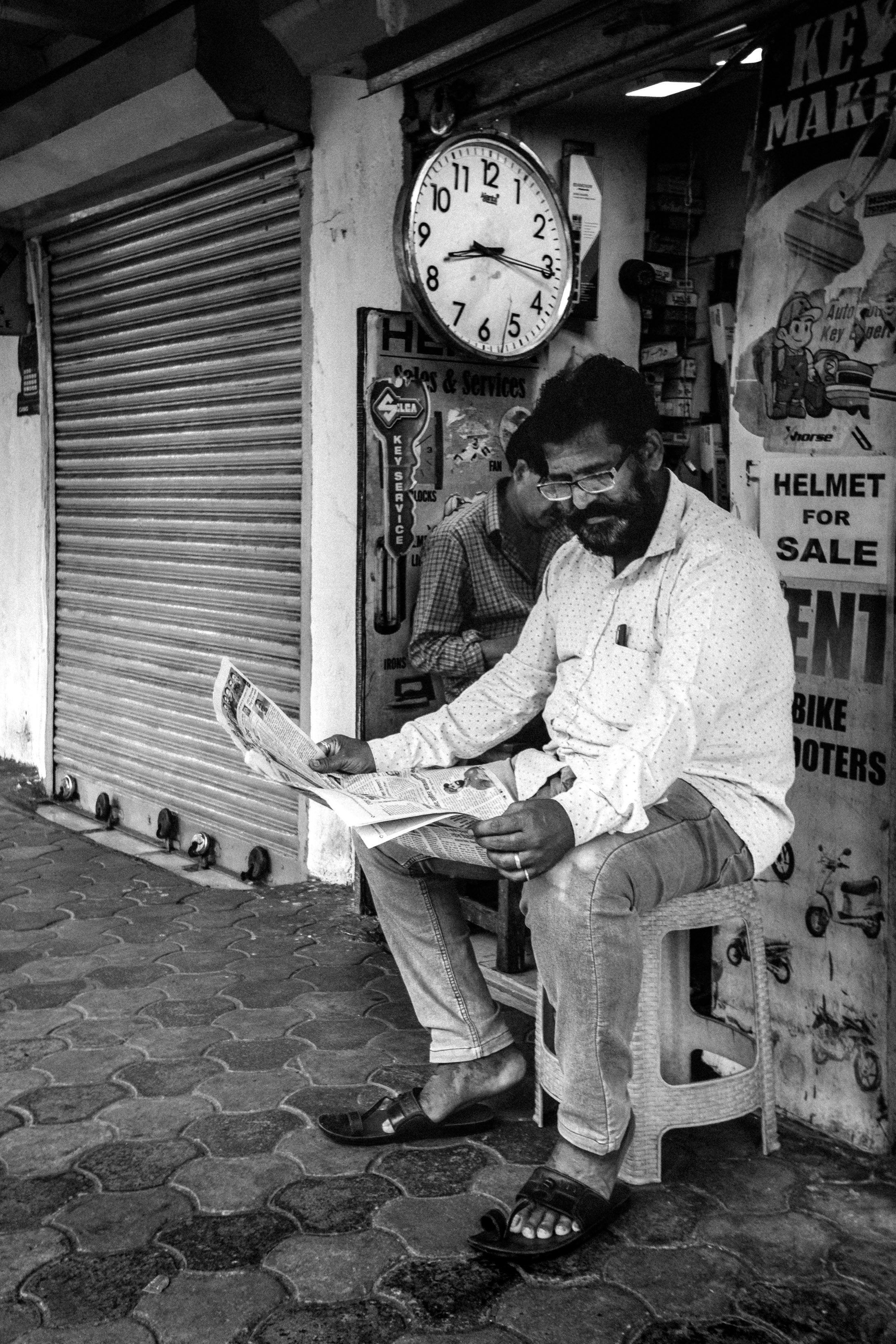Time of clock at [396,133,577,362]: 8:16
